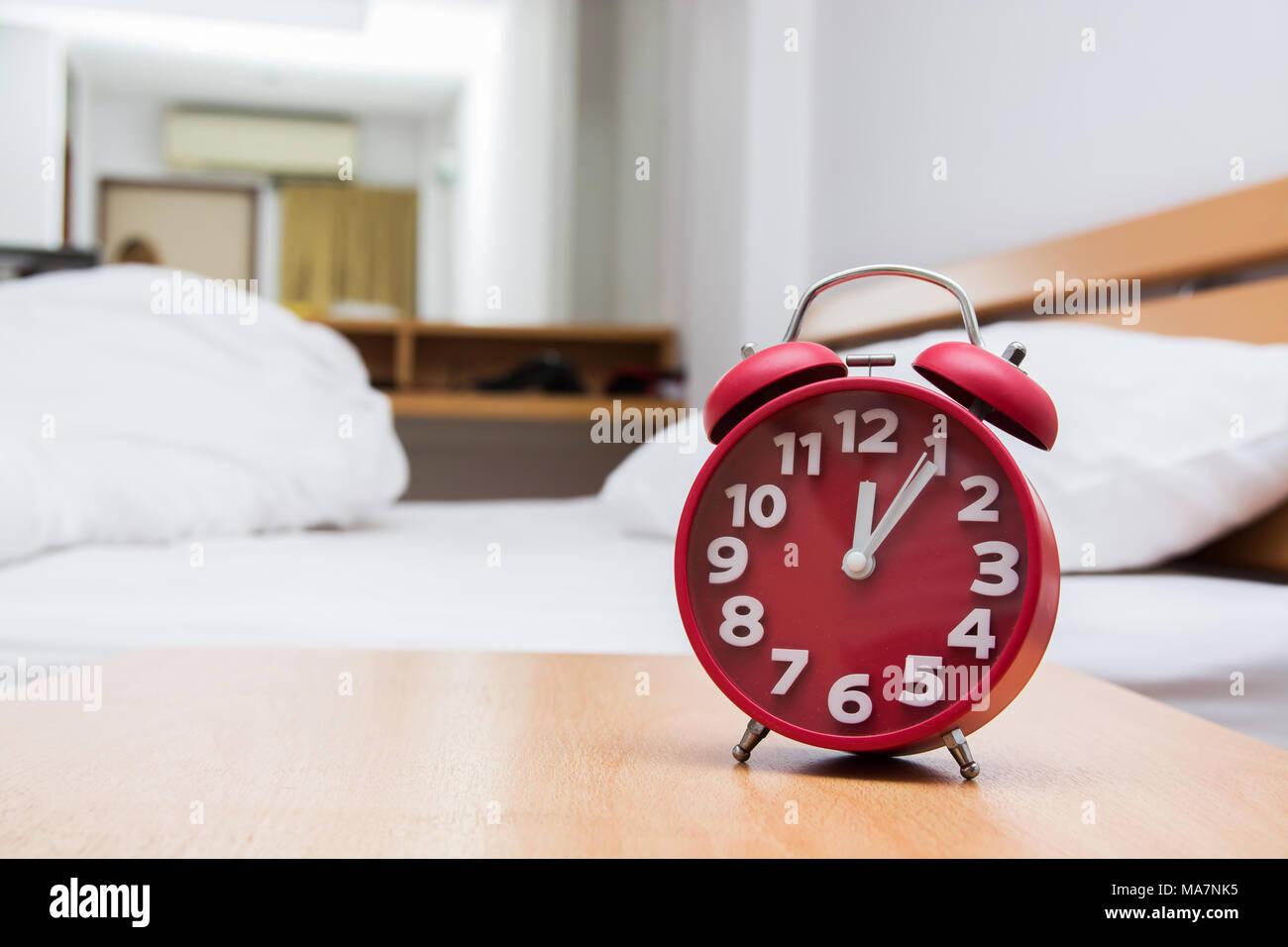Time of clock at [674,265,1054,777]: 12:05
